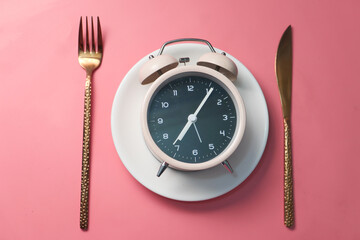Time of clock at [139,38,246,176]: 7:06
